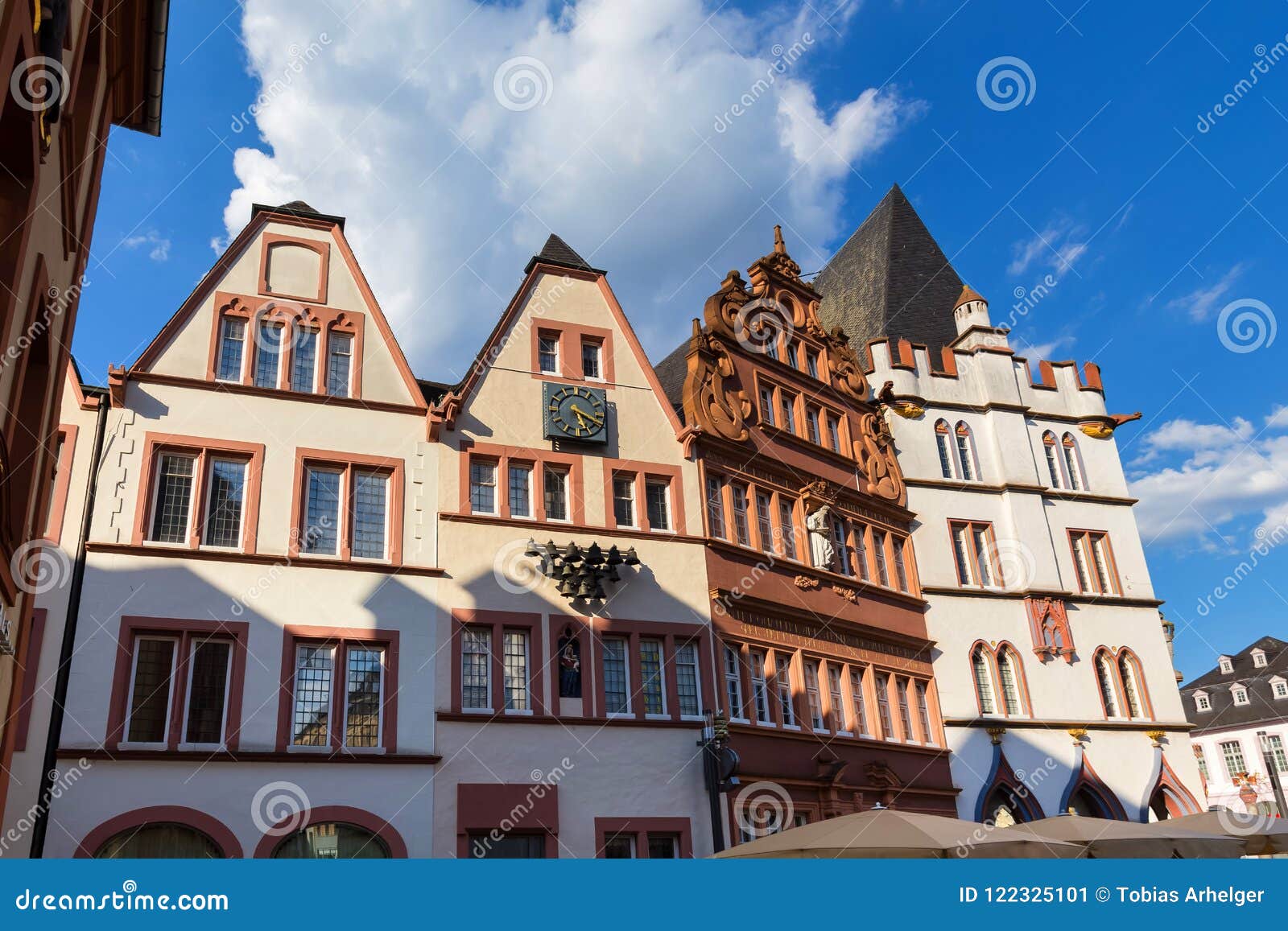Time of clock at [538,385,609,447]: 5:19
